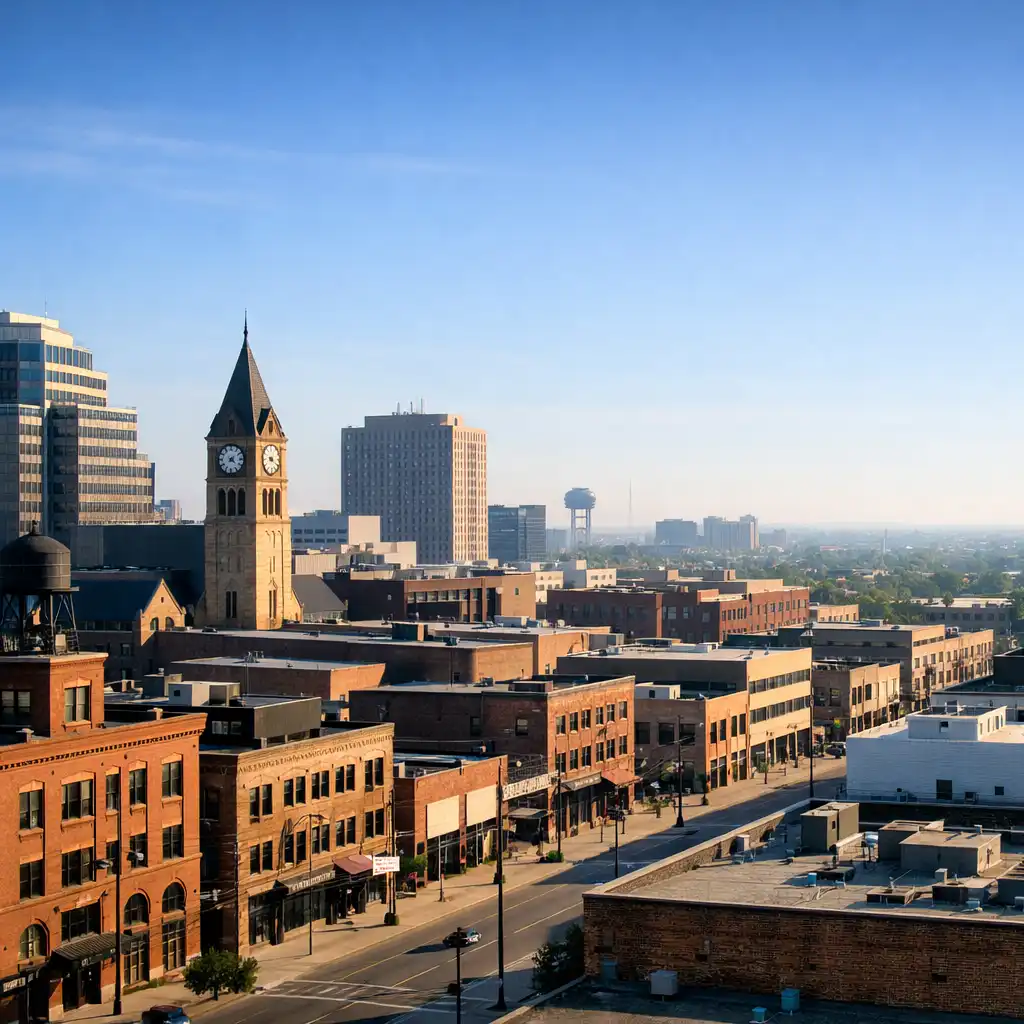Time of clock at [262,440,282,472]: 9:20
